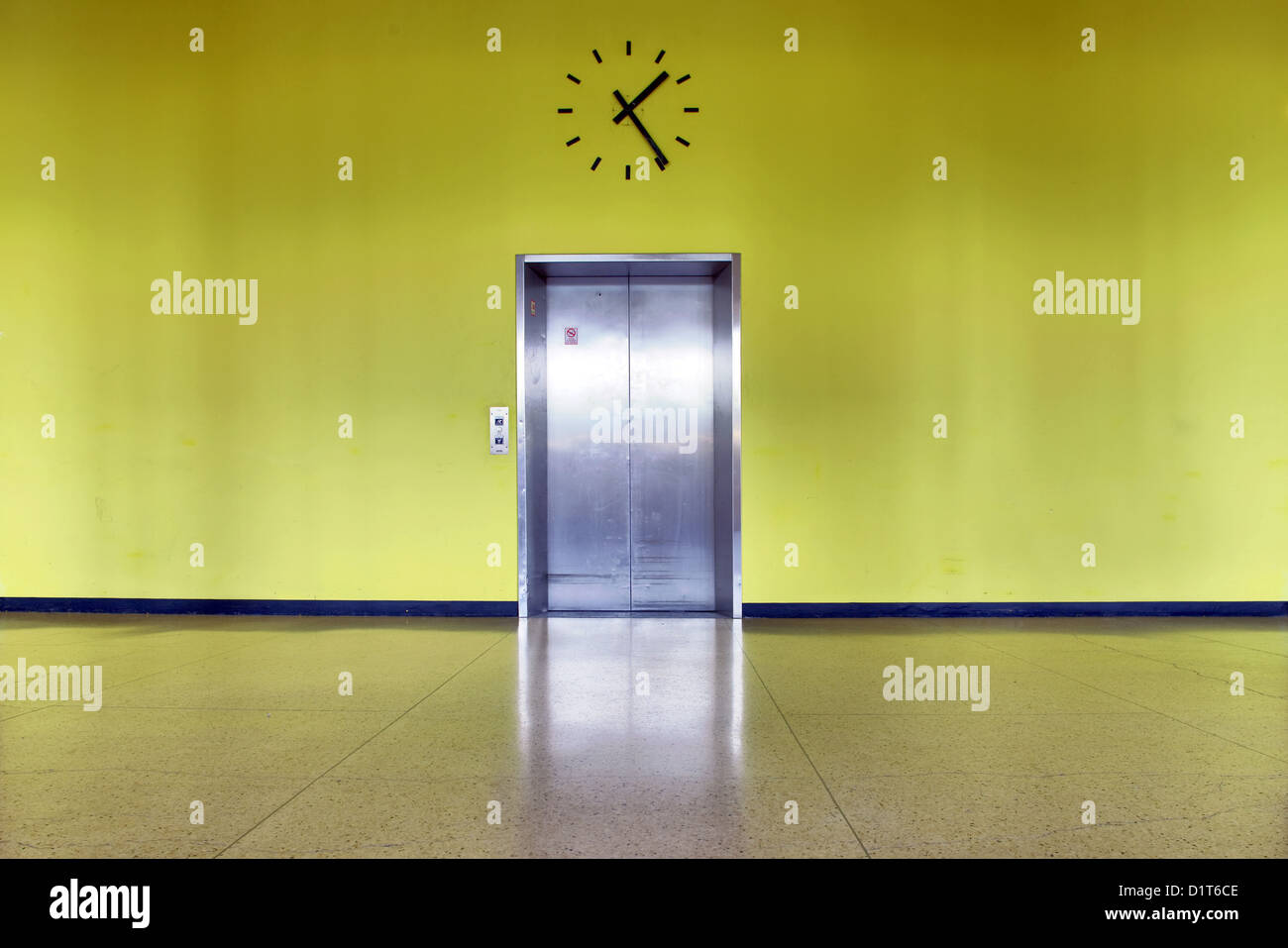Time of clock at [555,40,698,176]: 1:24
